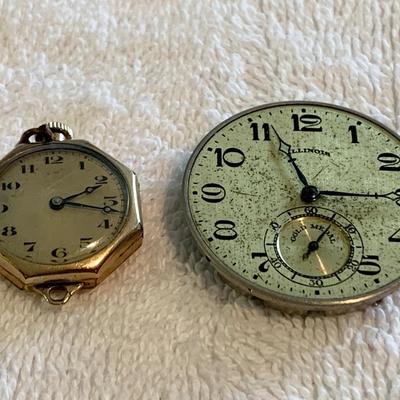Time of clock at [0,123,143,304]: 2:17
